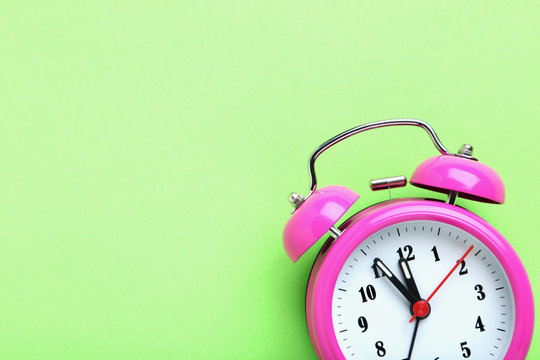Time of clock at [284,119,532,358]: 11:55
